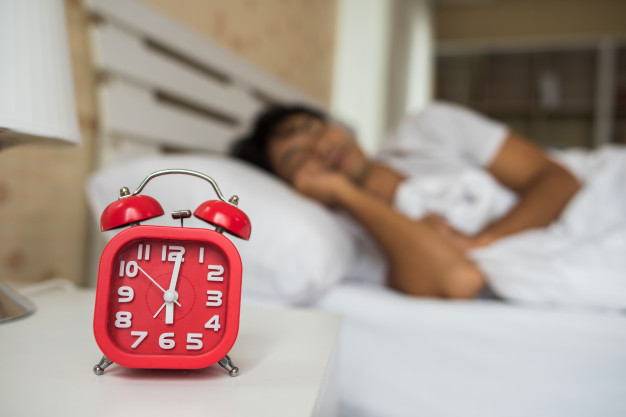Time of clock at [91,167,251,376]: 6:01
